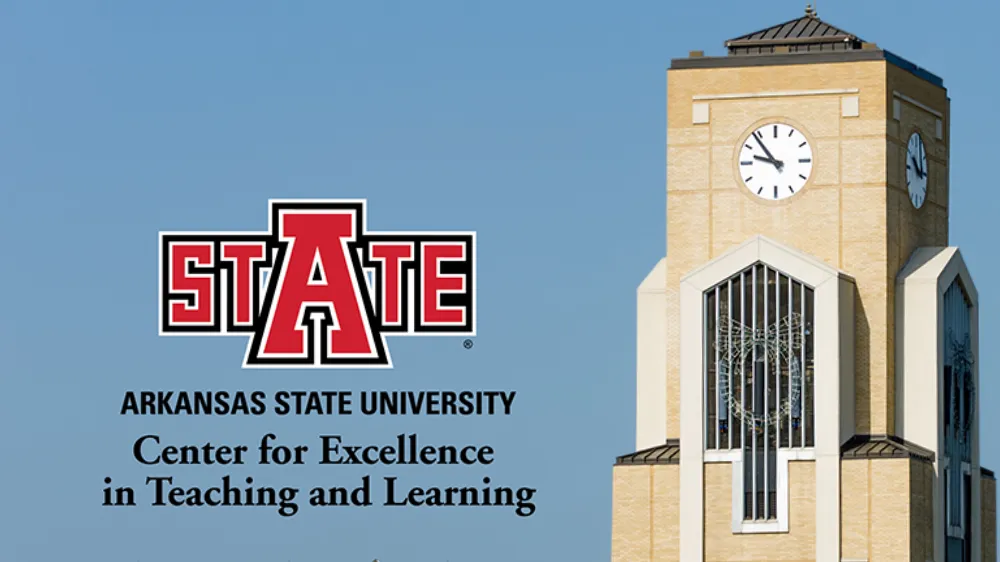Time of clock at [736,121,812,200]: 9:53
